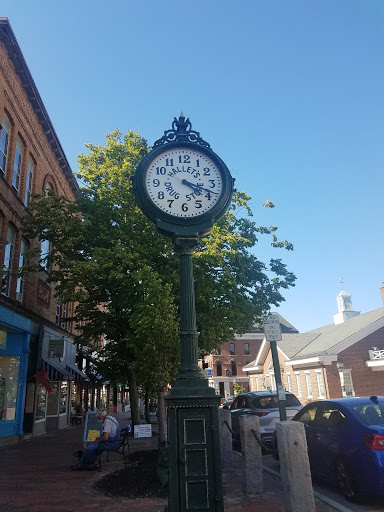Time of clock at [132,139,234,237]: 4:18
